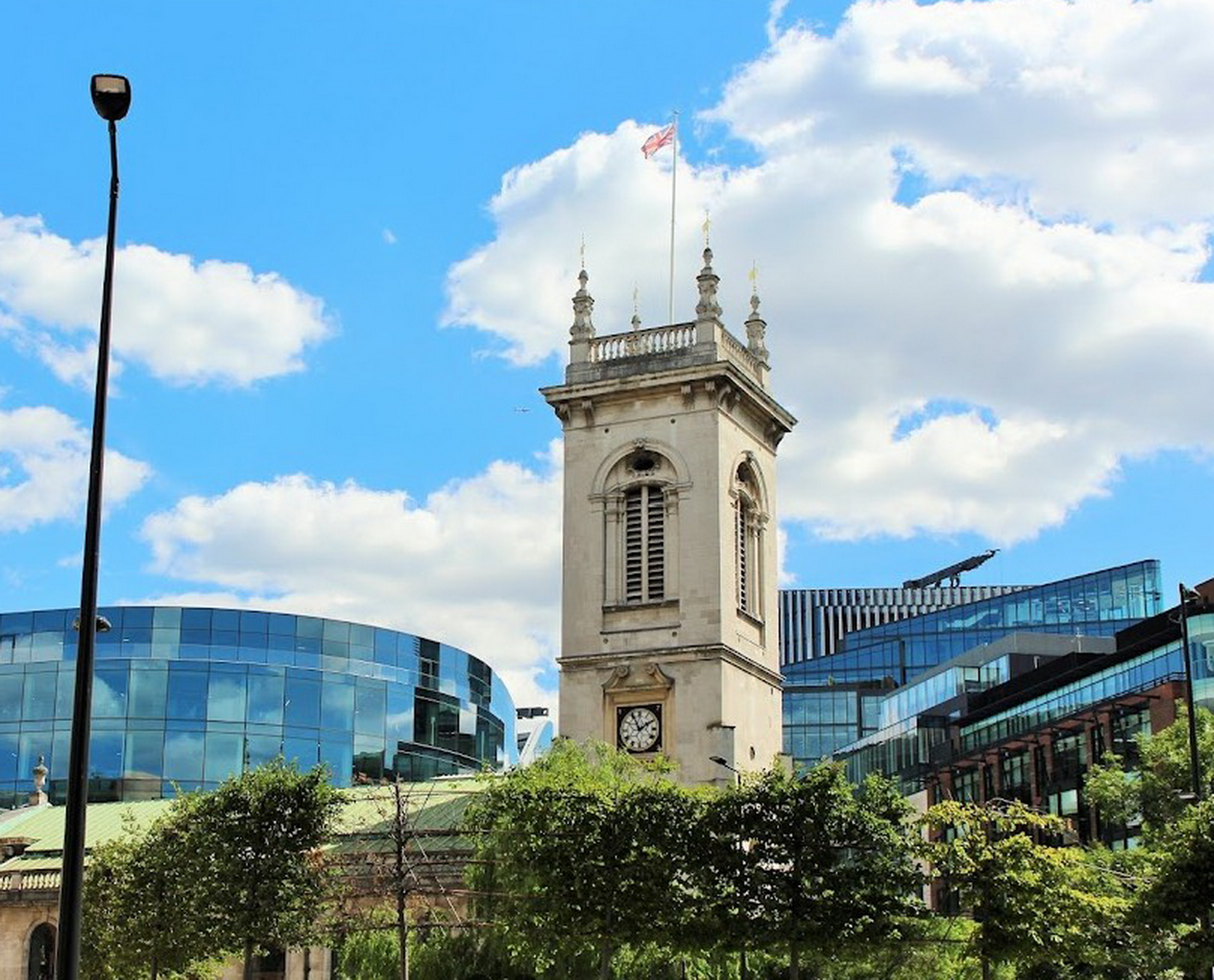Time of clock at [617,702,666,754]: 1:55
